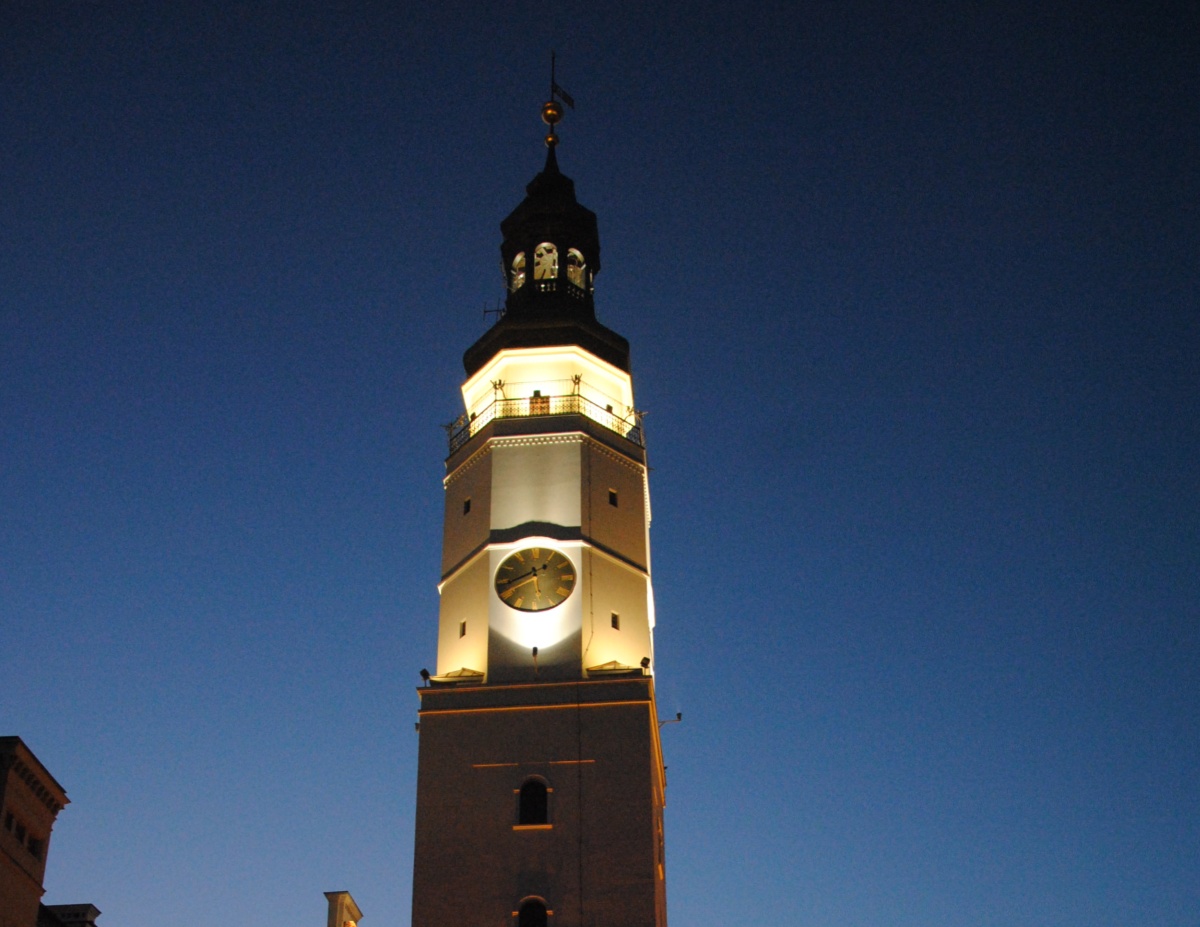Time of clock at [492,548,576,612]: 5:40
